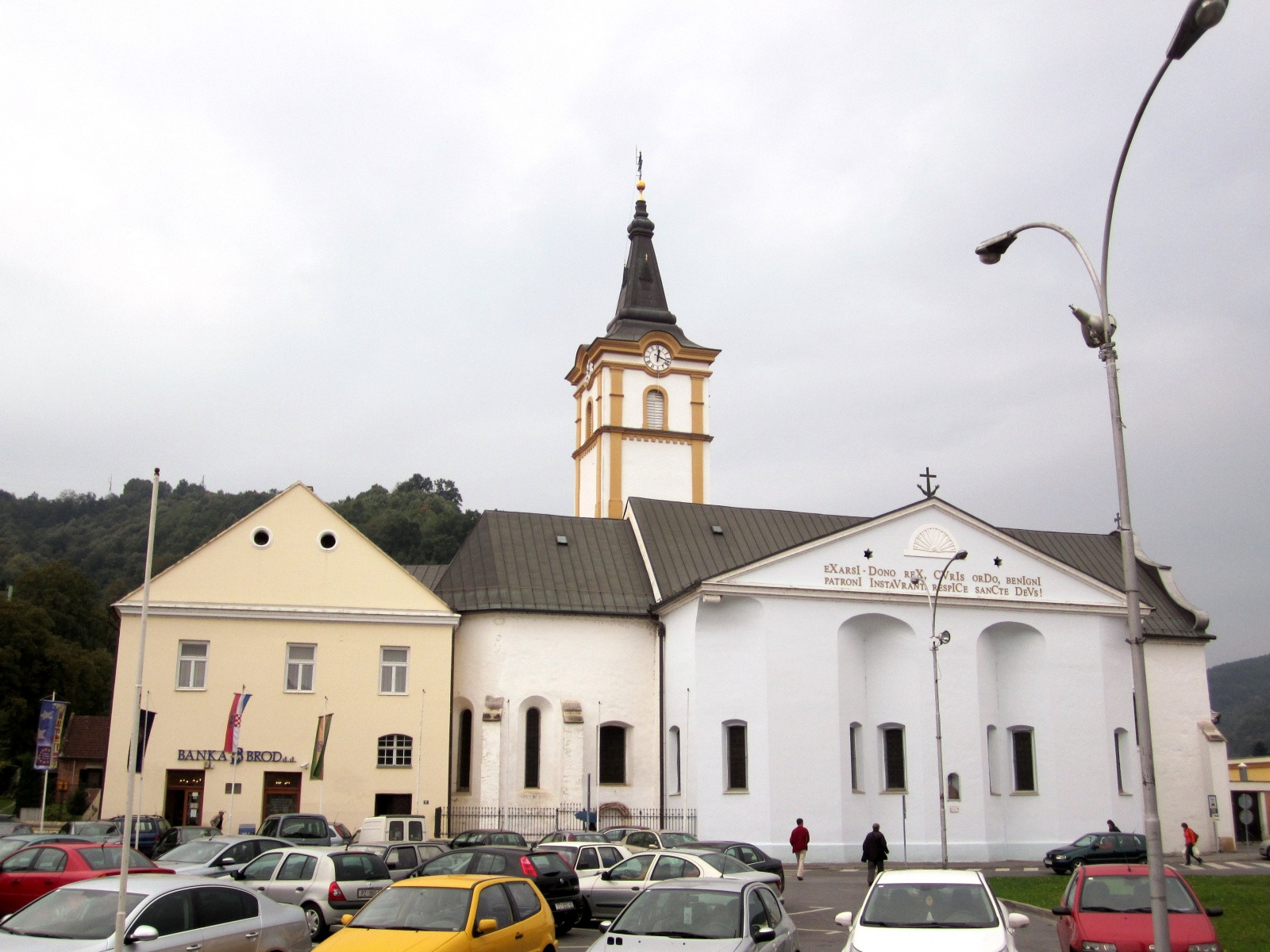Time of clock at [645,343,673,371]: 12:18
